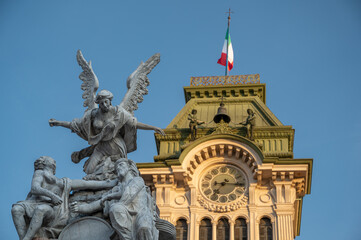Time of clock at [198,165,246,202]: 7:15
